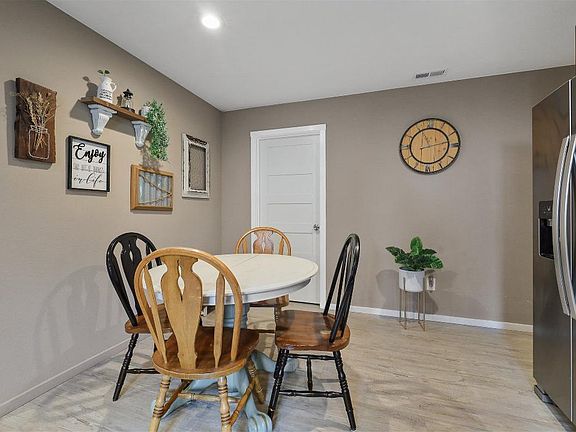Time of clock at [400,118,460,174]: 11:13
